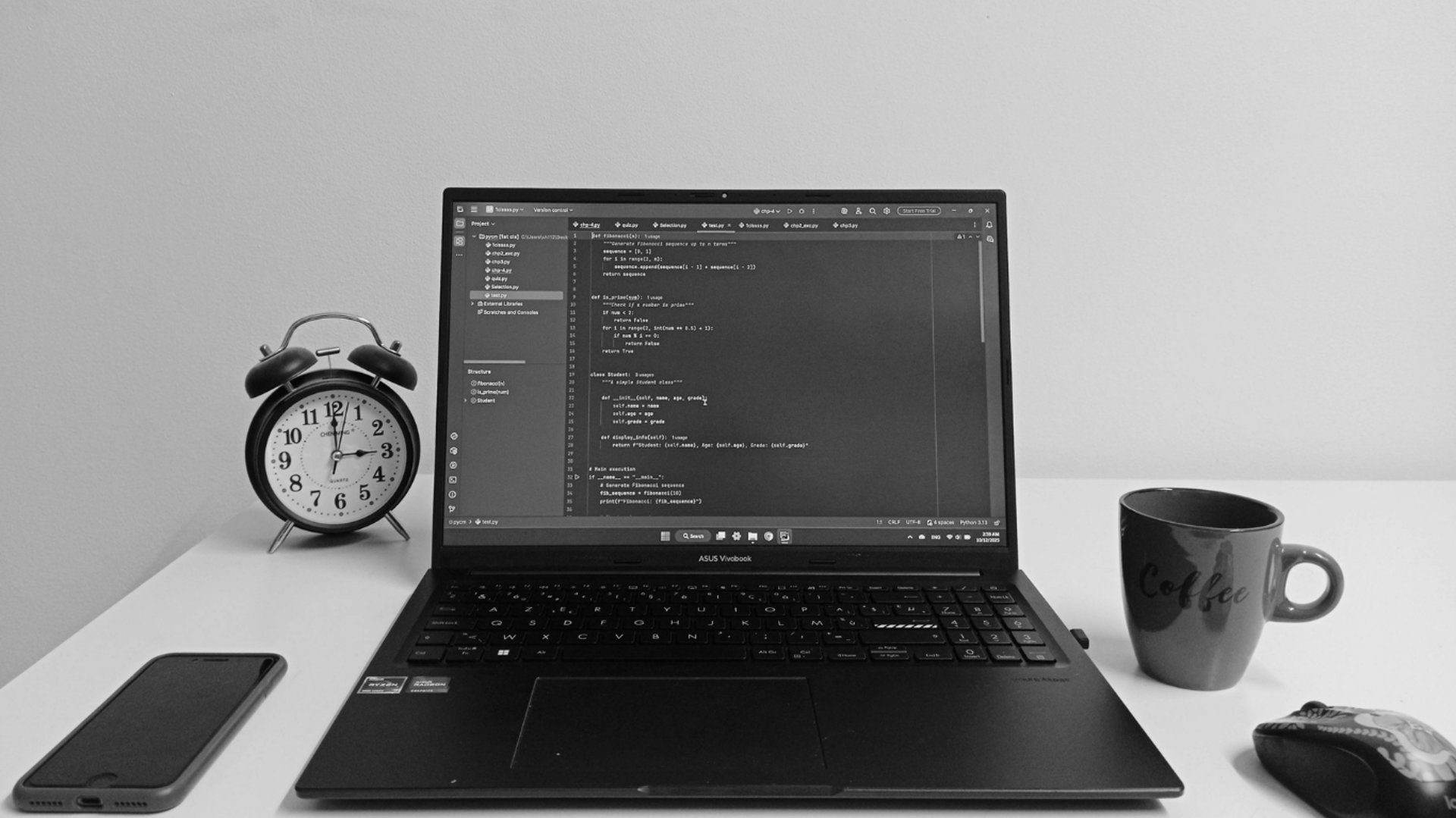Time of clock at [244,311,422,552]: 3:00
